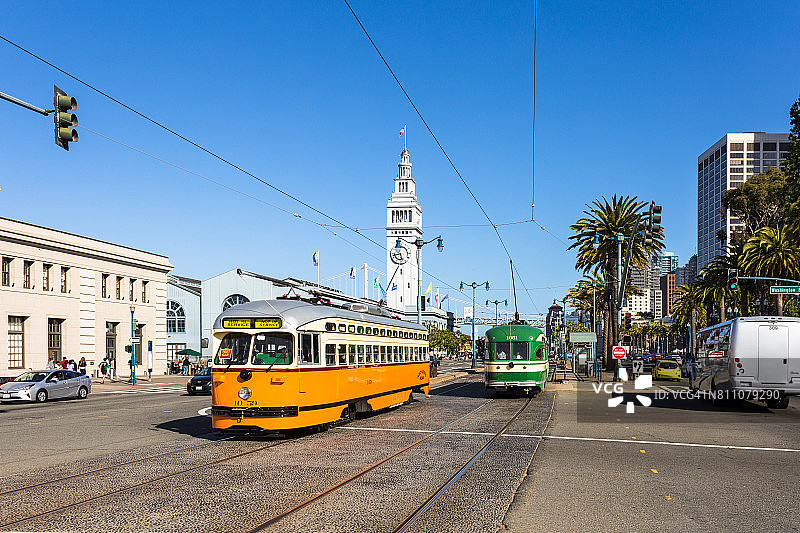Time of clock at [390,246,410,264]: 8:27
